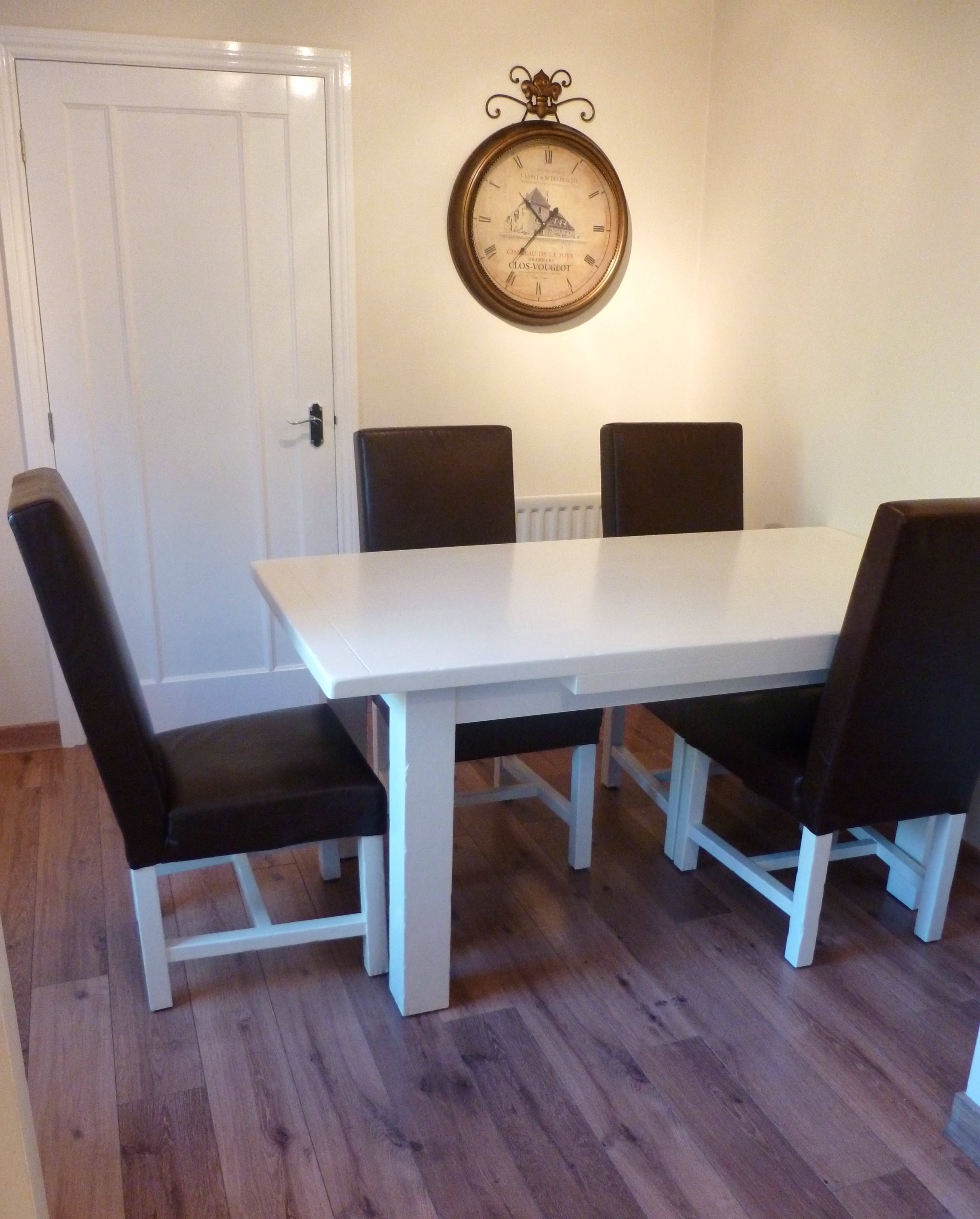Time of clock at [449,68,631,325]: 10:36
